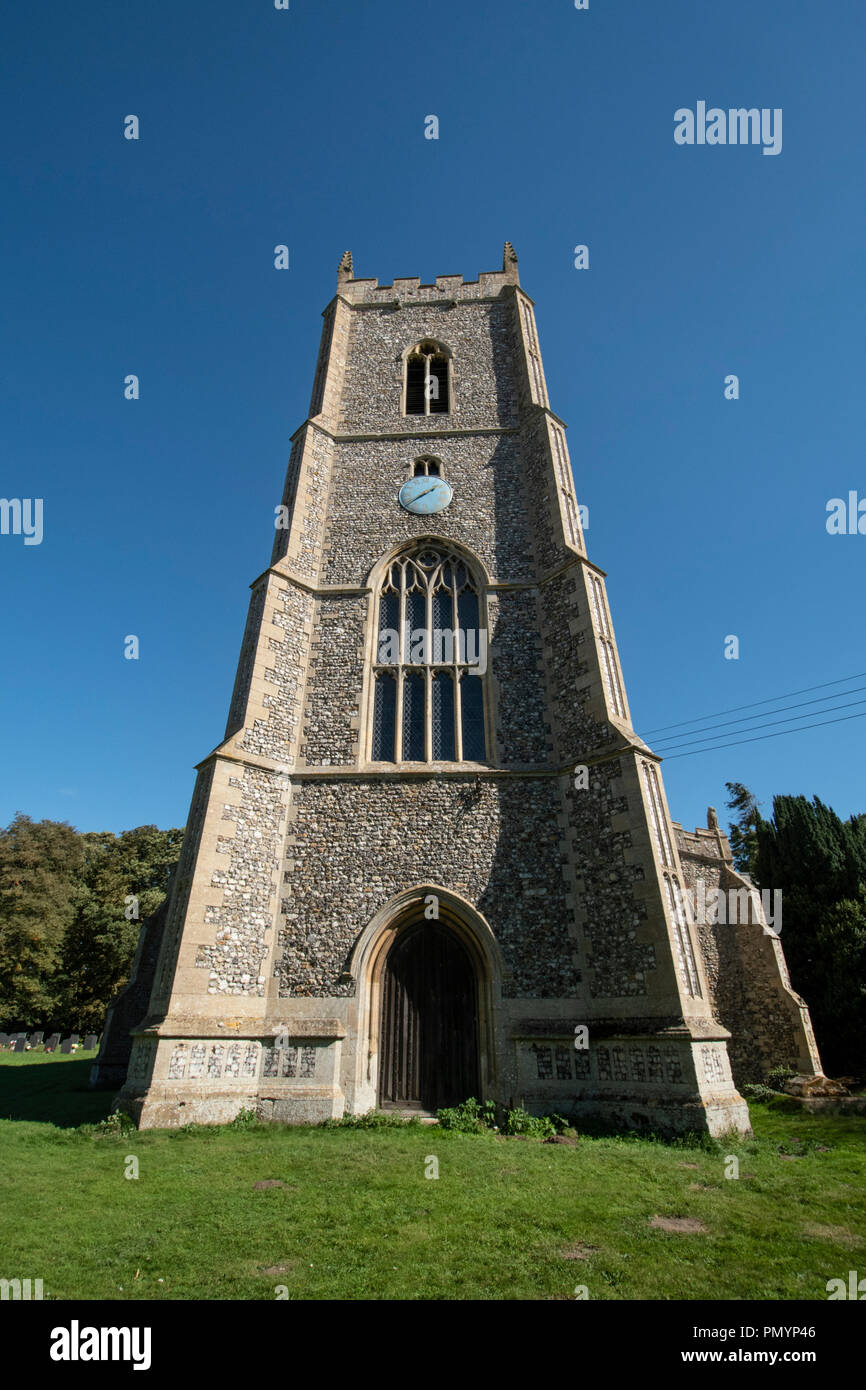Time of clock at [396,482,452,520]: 1:38
